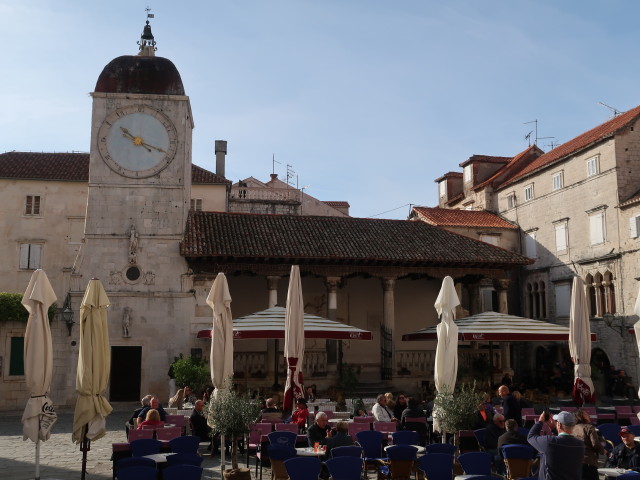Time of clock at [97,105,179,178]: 10:18
